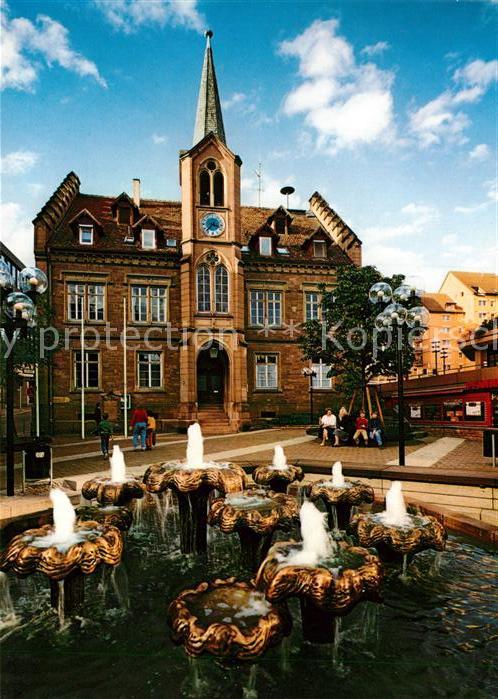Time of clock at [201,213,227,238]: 3:36
